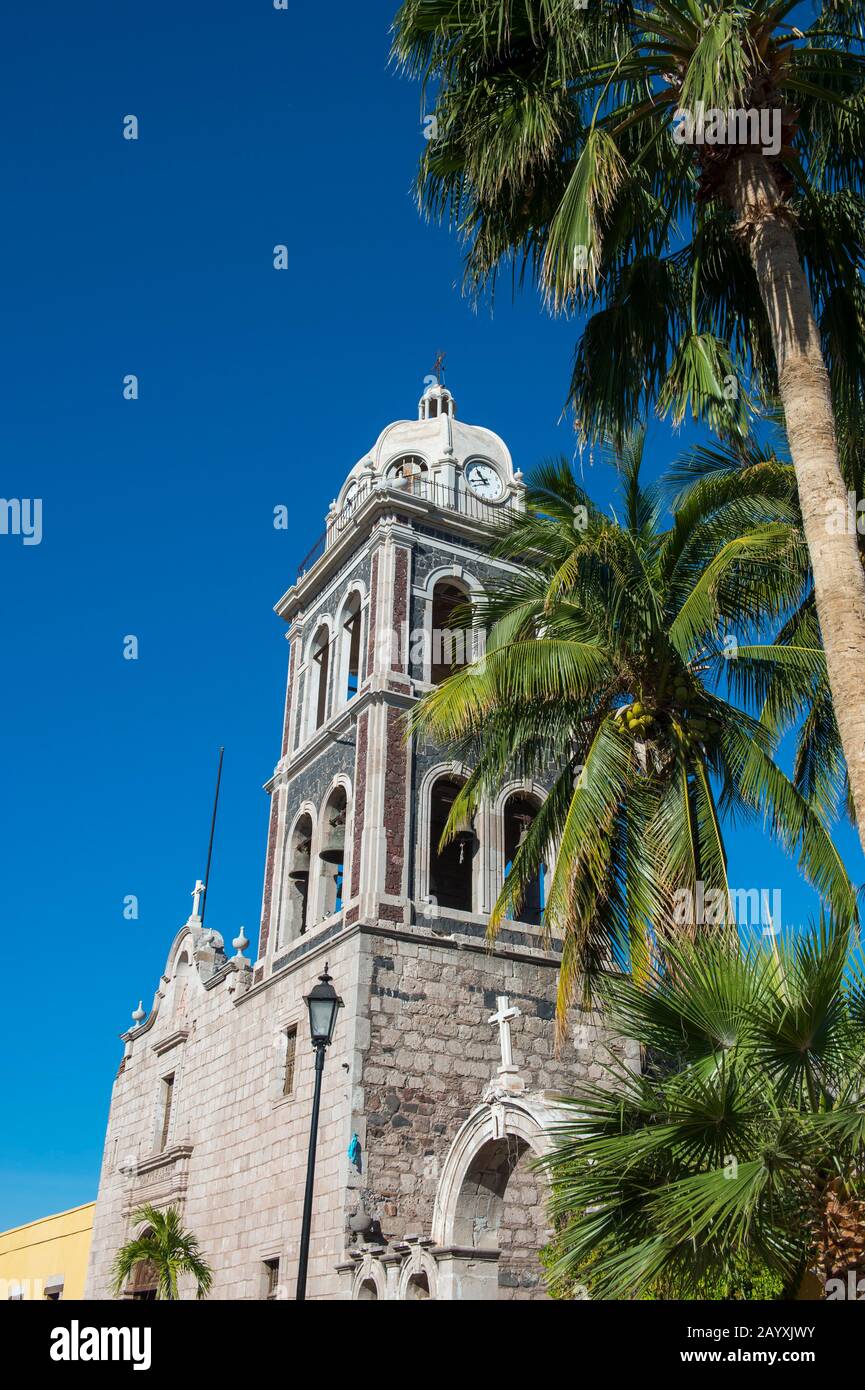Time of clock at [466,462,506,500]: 10:42
